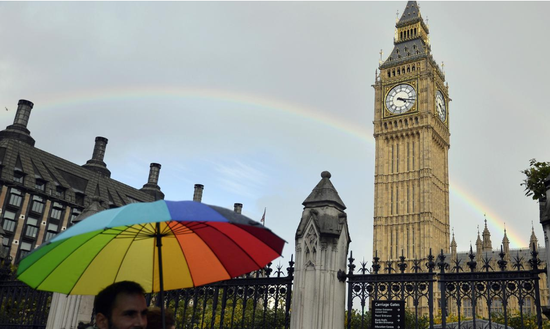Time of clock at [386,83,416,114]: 4:17
